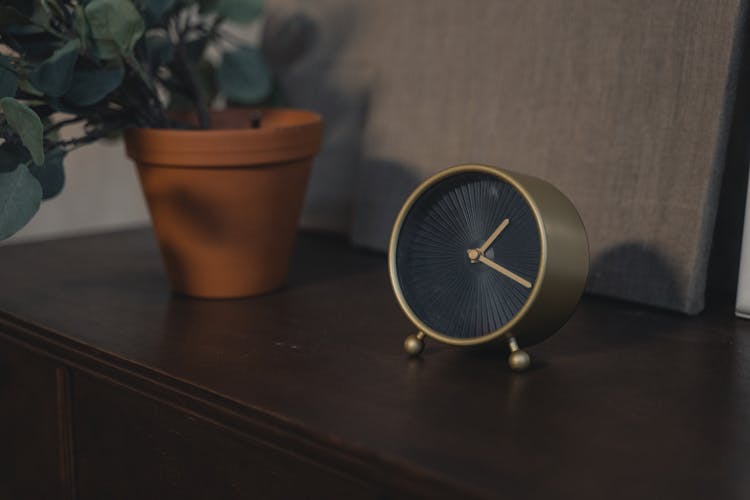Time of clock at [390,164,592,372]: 1:19
